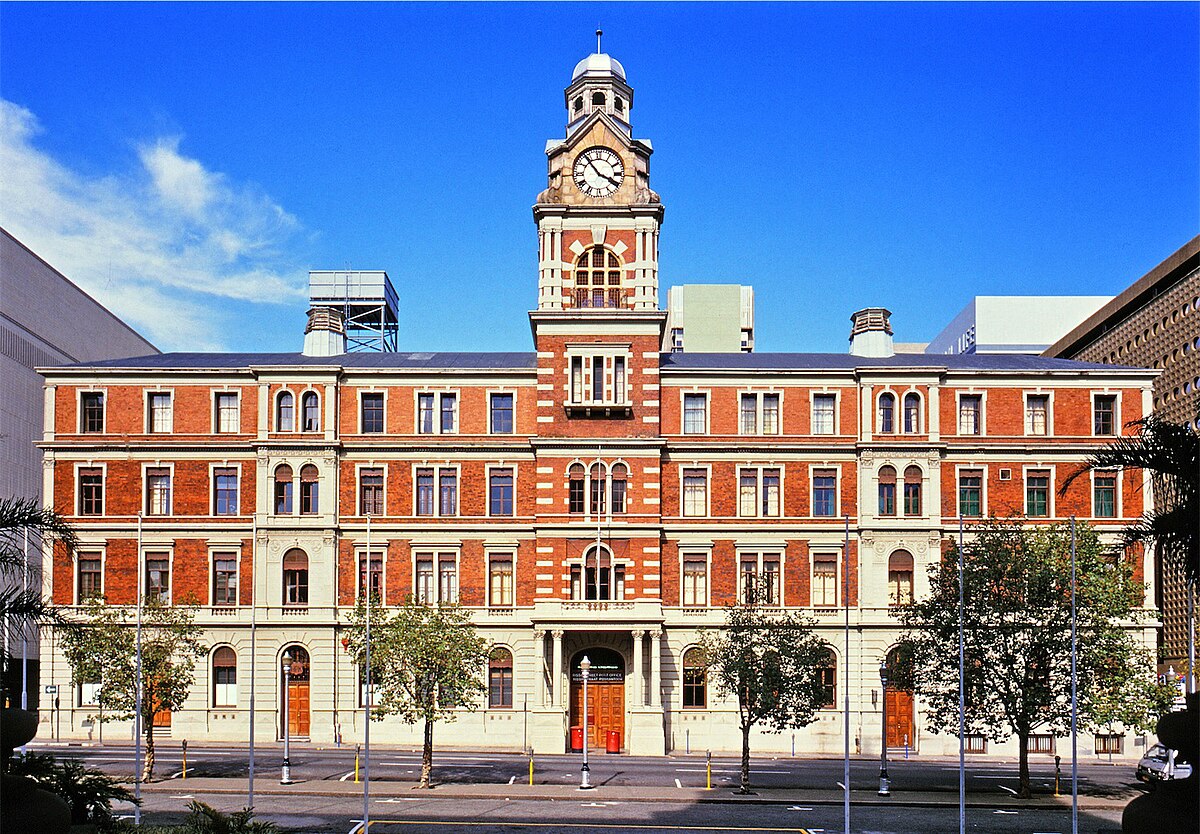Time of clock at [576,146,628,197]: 3:53
